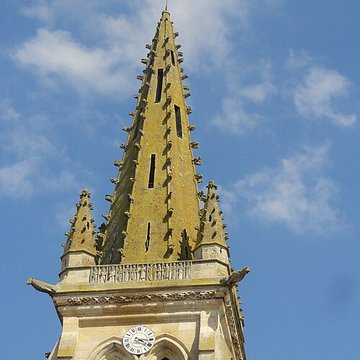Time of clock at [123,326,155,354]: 3:20
